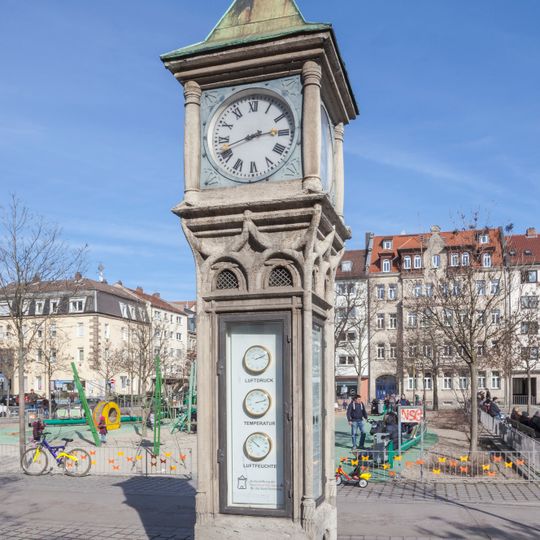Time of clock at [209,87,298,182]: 2:42
